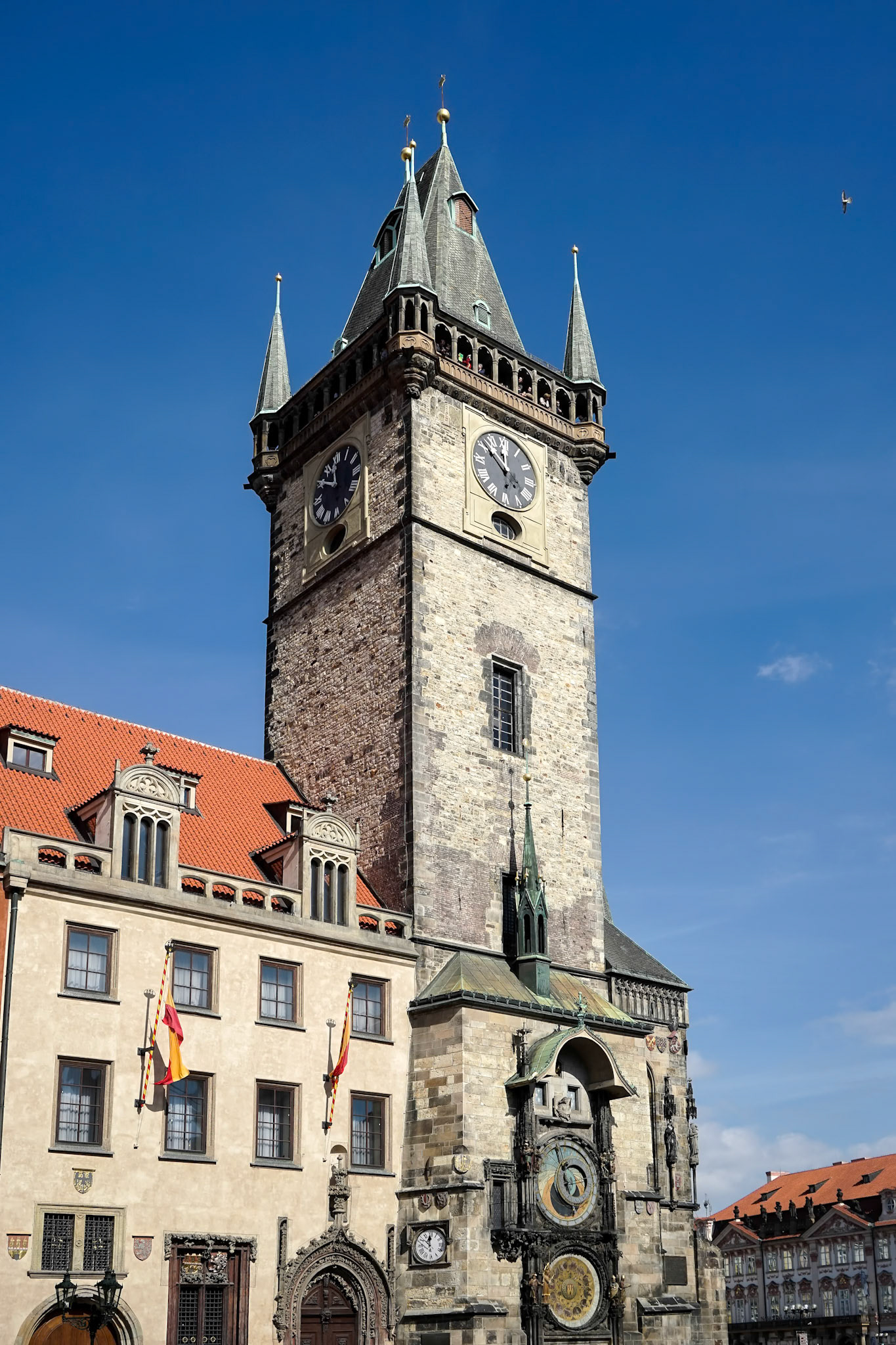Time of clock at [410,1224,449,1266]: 11:59
